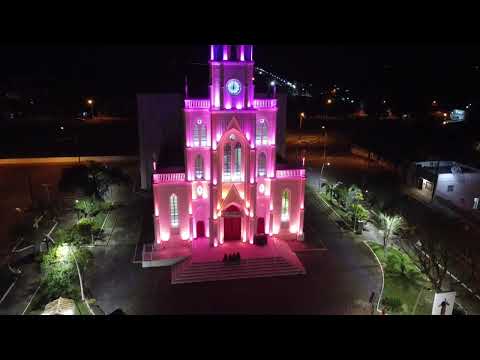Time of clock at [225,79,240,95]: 9:01
